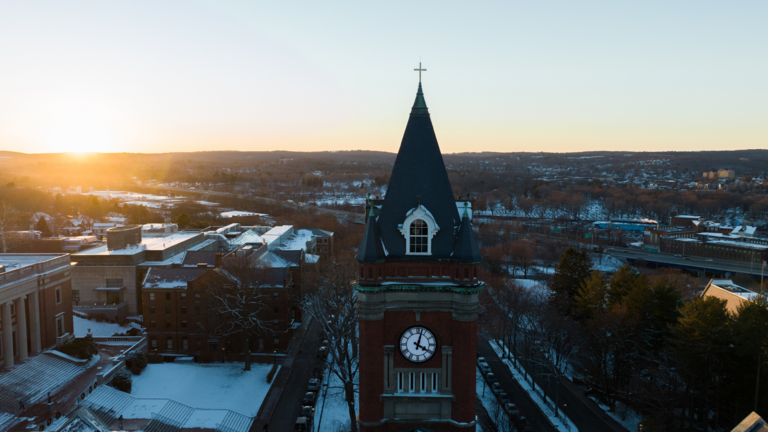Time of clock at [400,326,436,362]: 4:02
